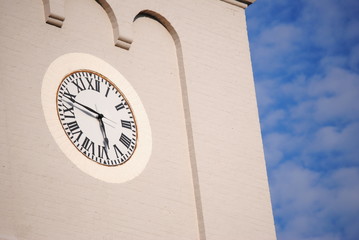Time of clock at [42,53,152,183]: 5:48
